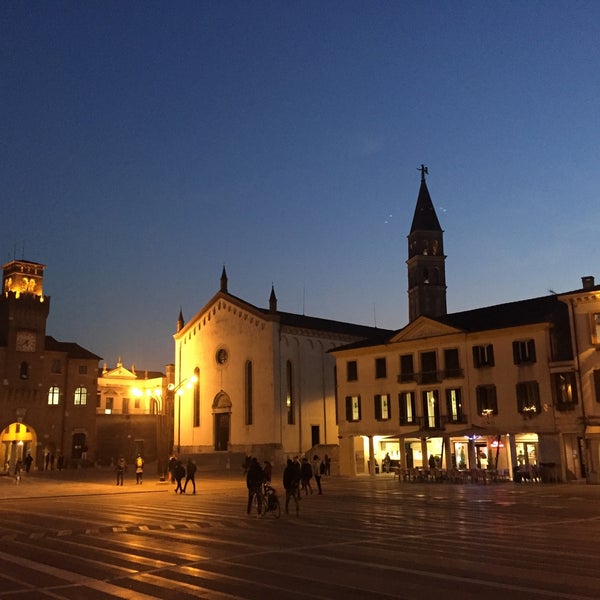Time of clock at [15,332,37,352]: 5:38
